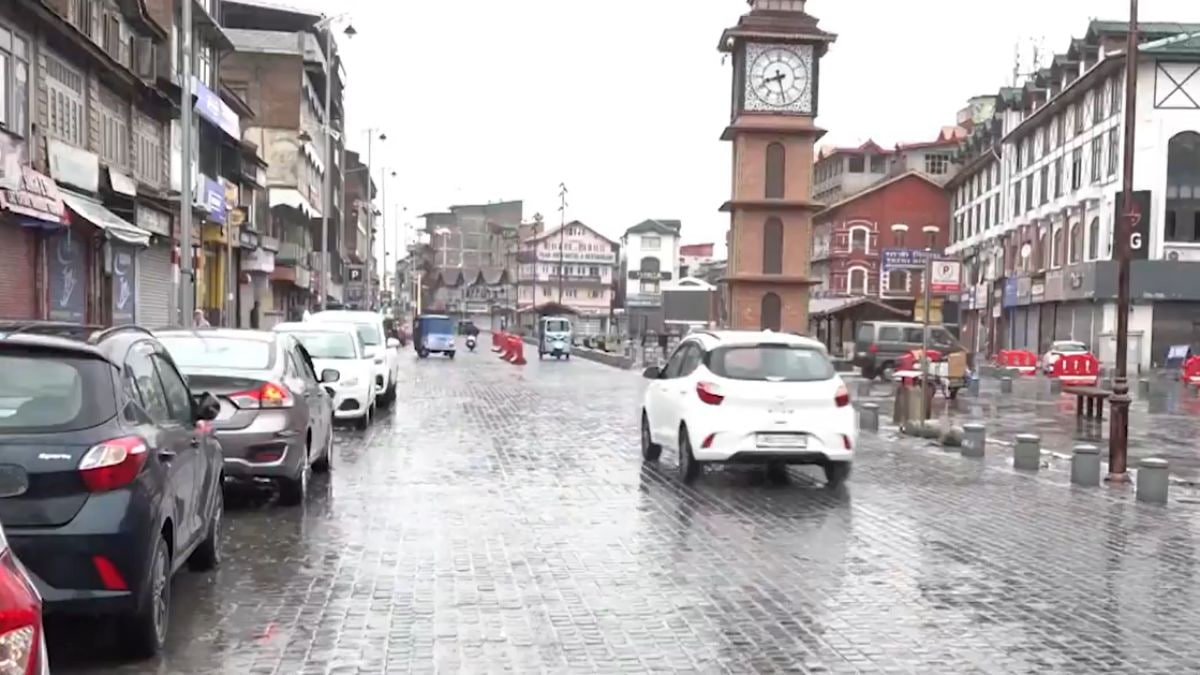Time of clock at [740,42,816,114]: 8:27
